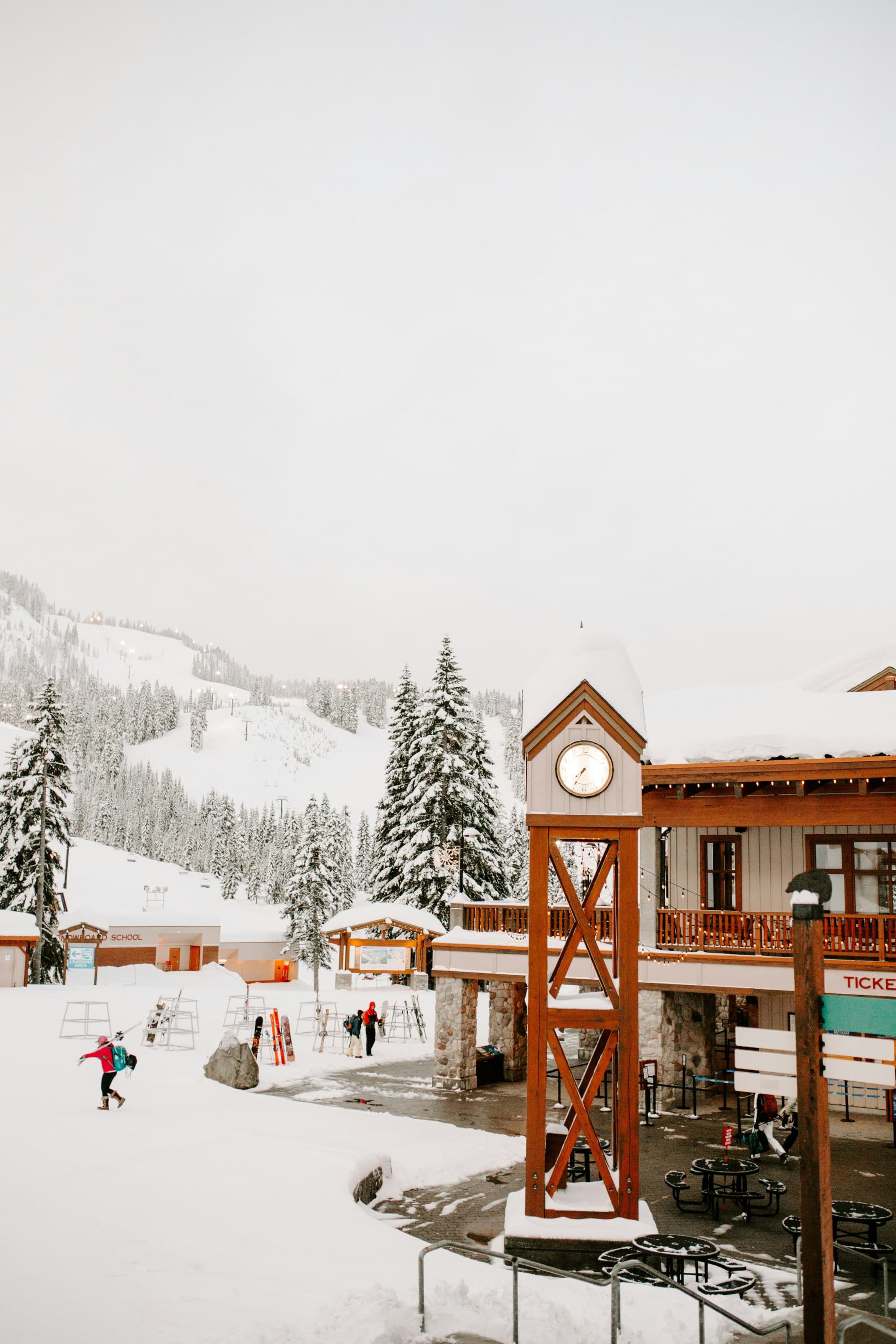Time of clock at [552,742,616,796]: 7:35
